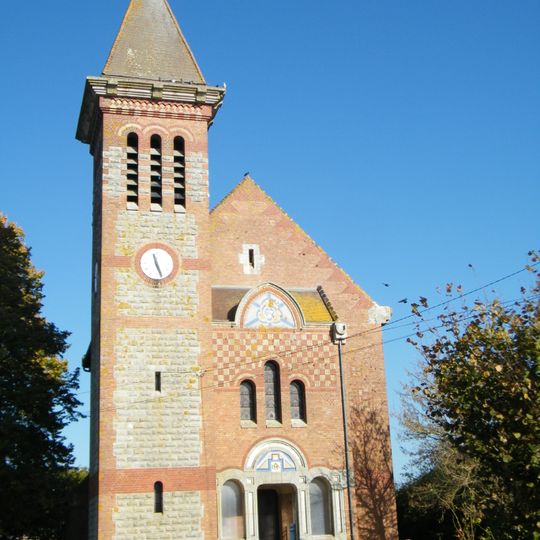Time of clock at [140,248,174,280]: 11:26
